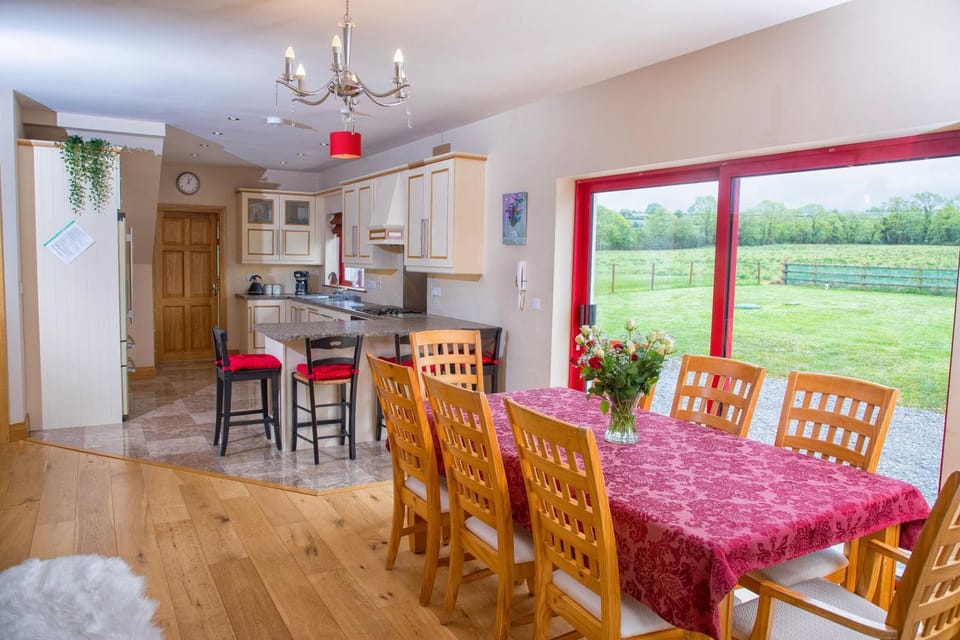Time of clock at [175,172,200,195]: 12:05
